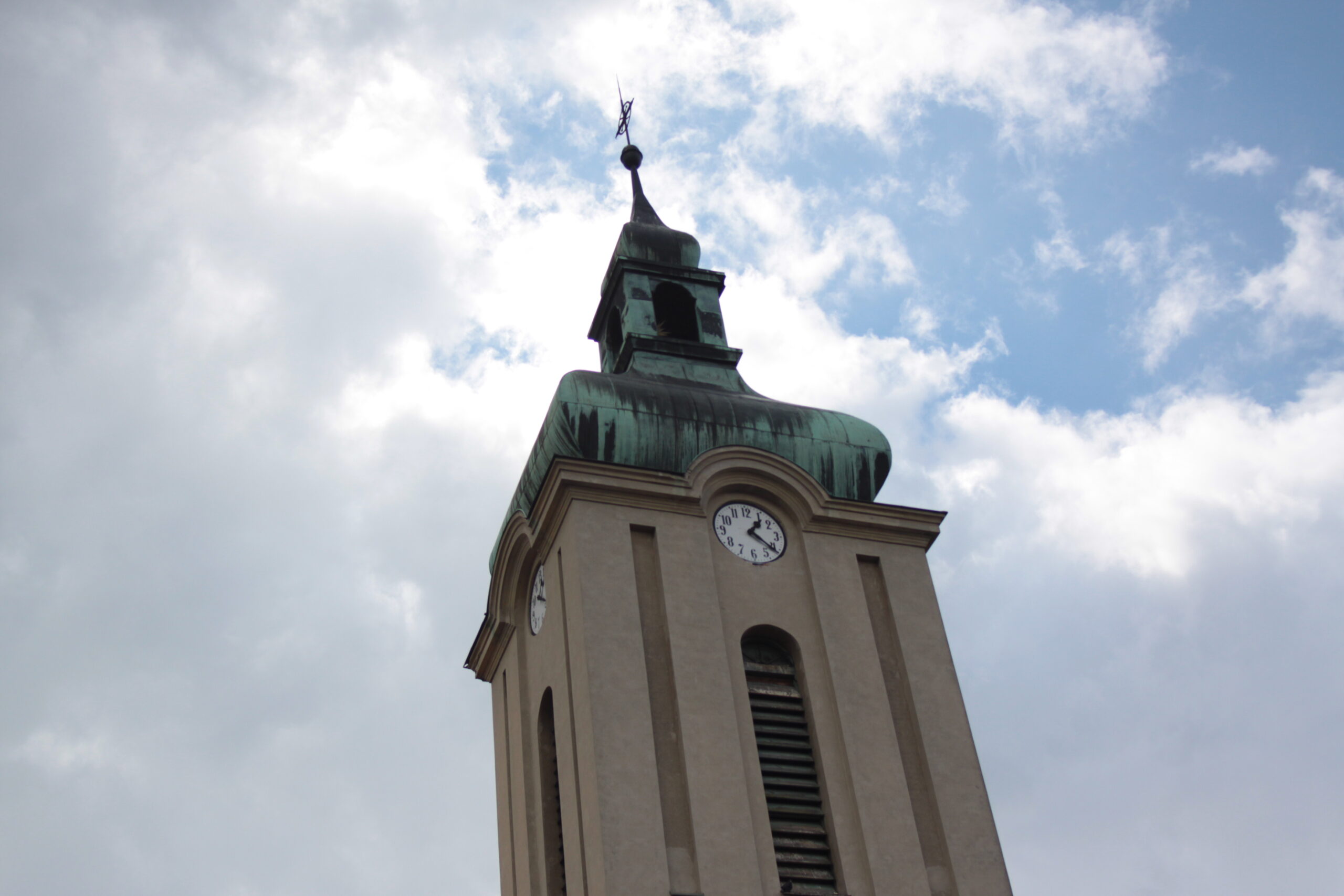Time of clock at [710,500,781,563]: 1:21
